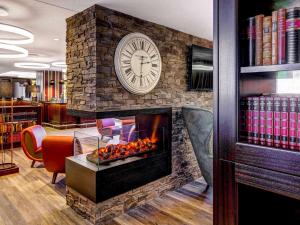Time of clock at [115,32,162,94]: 2:30
